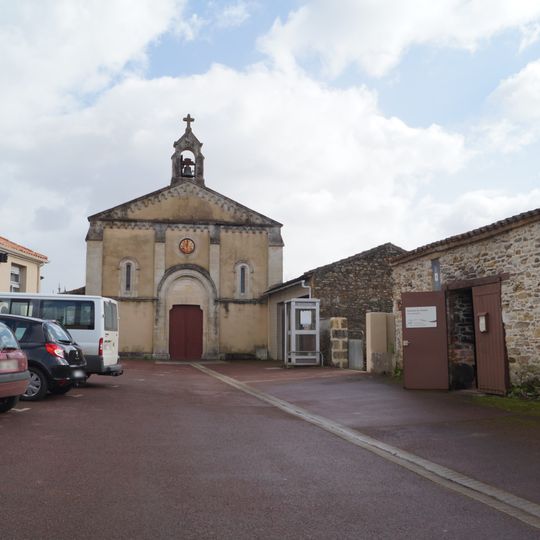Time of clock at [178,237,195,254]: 6:01
